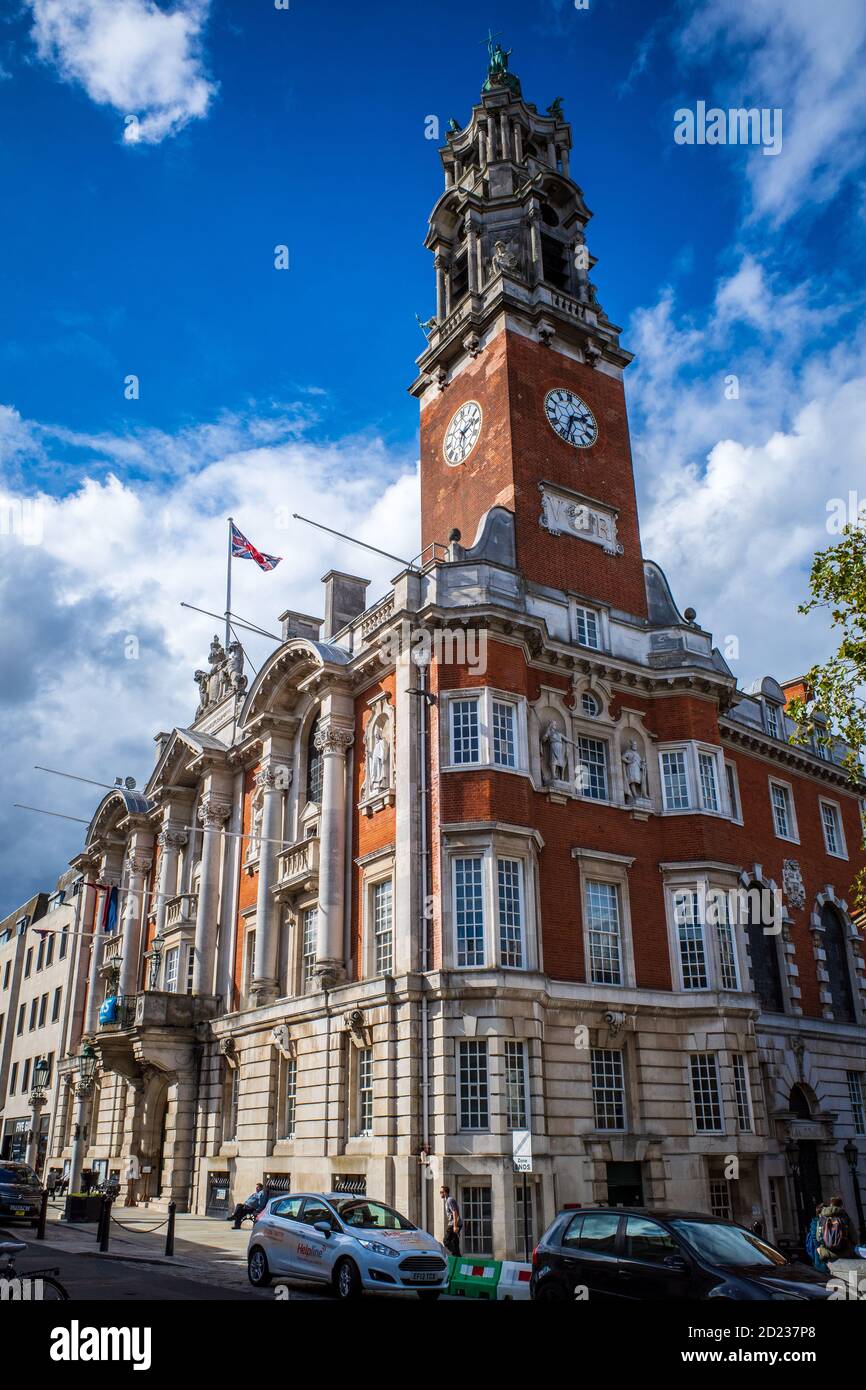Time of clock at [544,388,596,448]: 2:33
